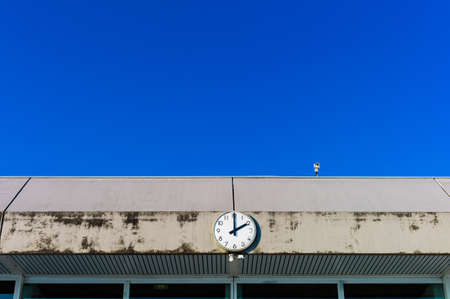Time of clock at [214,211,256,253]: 2:00
